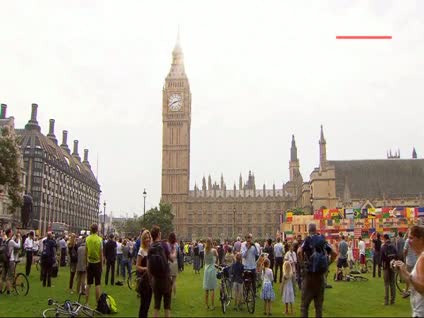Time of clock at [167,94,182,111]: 8:12
